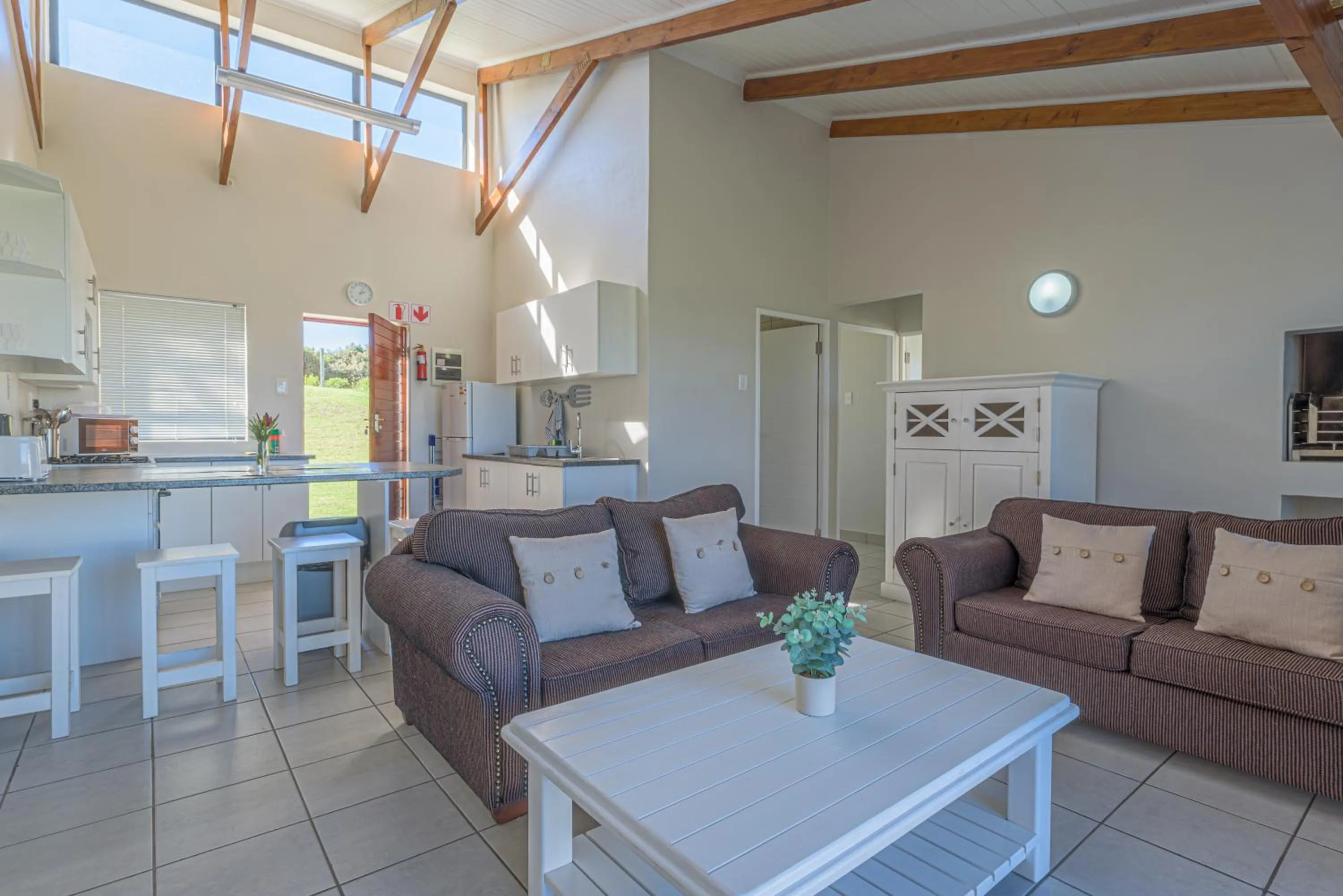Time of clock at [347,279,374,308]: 2:04
